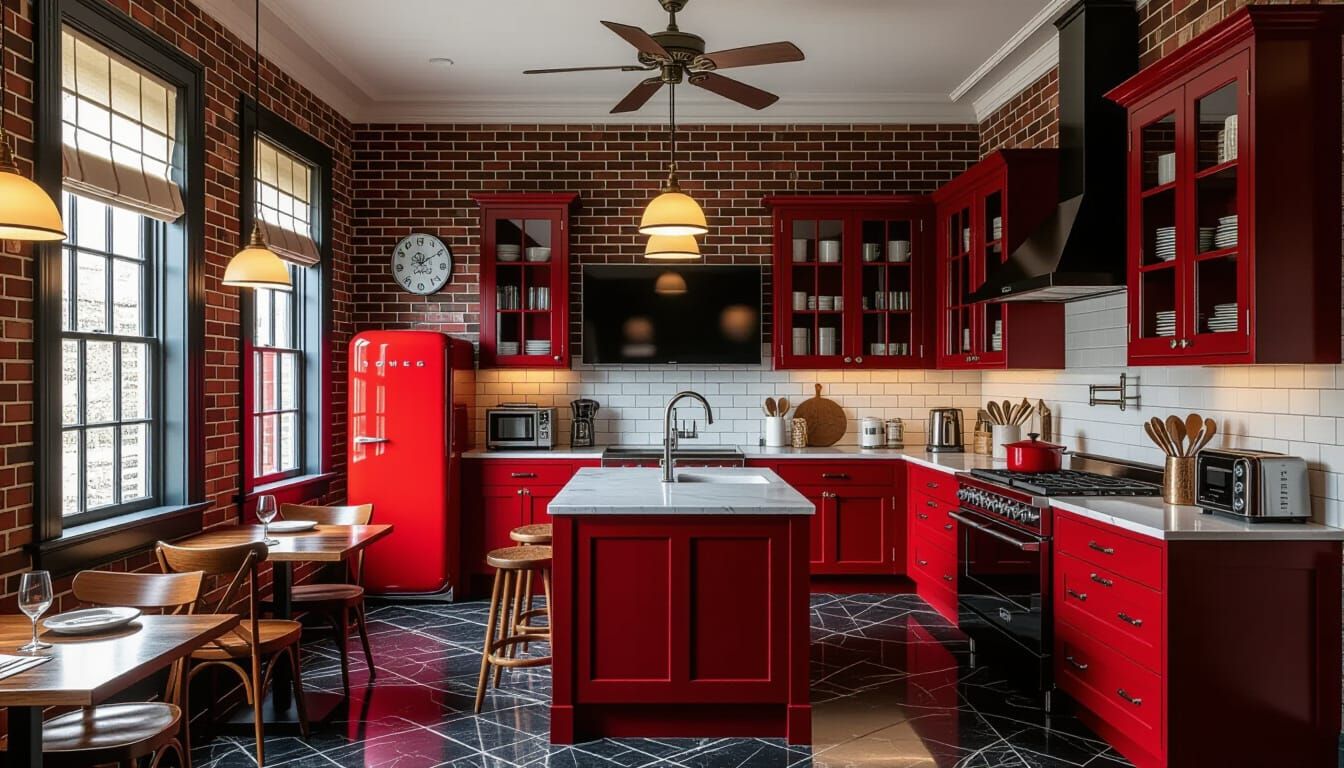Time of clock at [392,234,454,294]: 12:09
